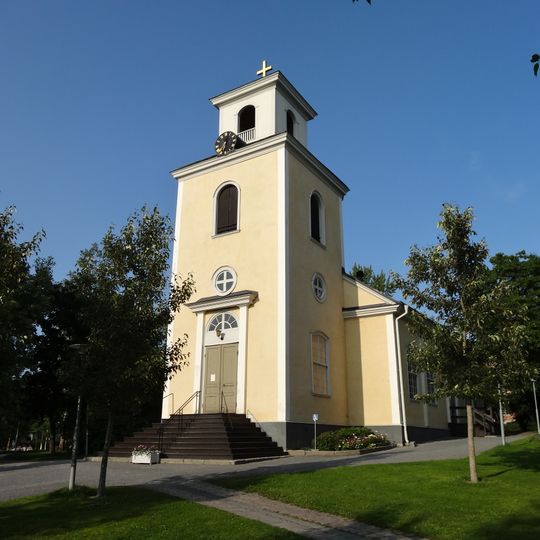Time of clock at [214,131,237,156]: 12:32
